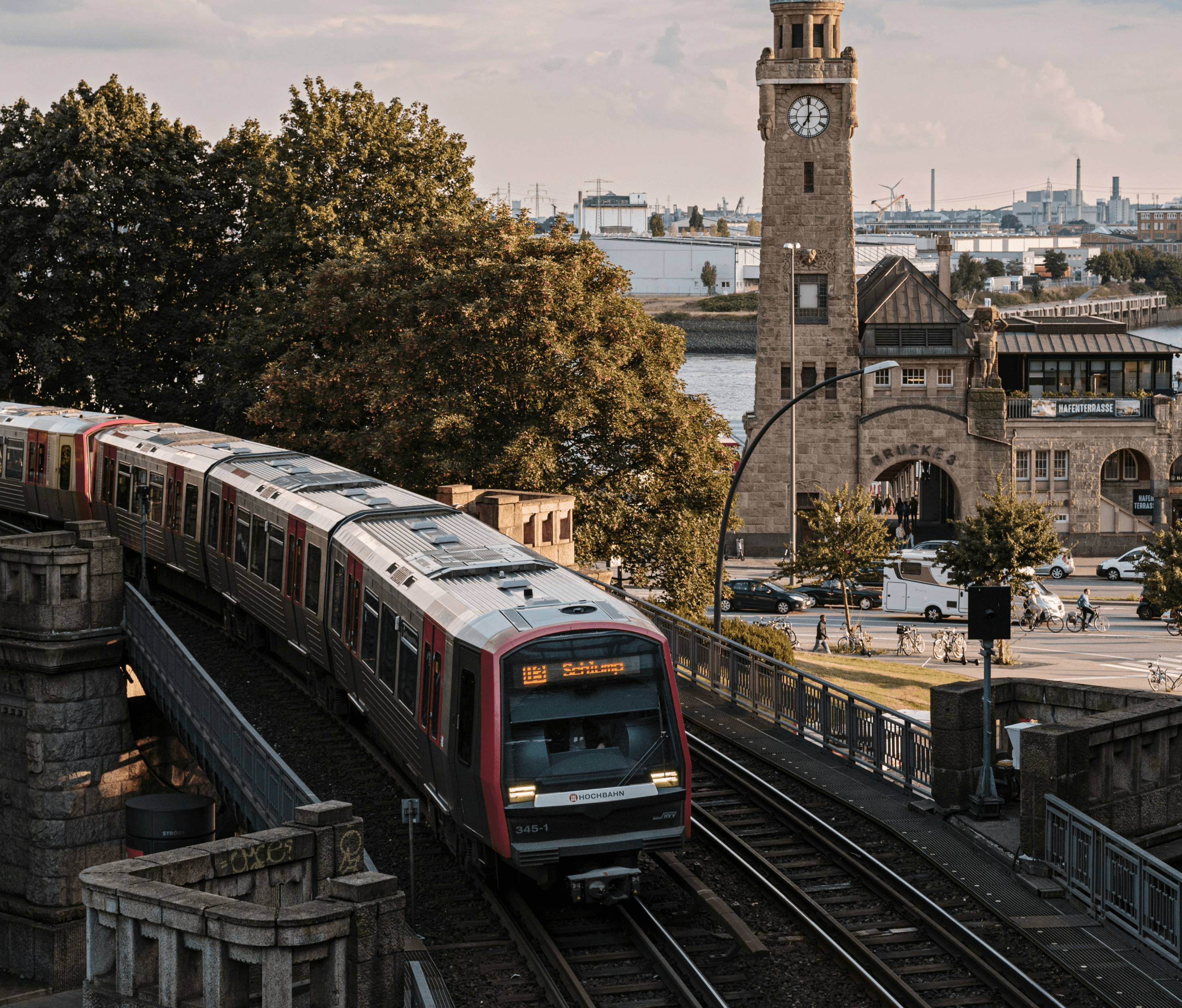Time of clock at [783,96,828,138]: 6:59
